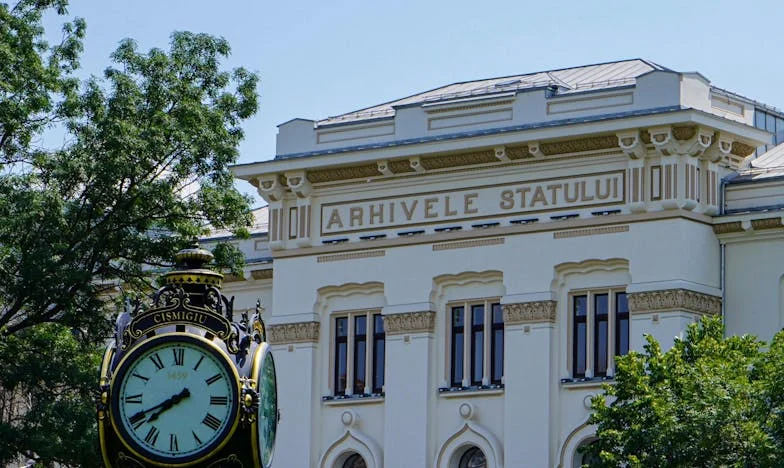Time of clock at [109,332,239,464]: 7:40
